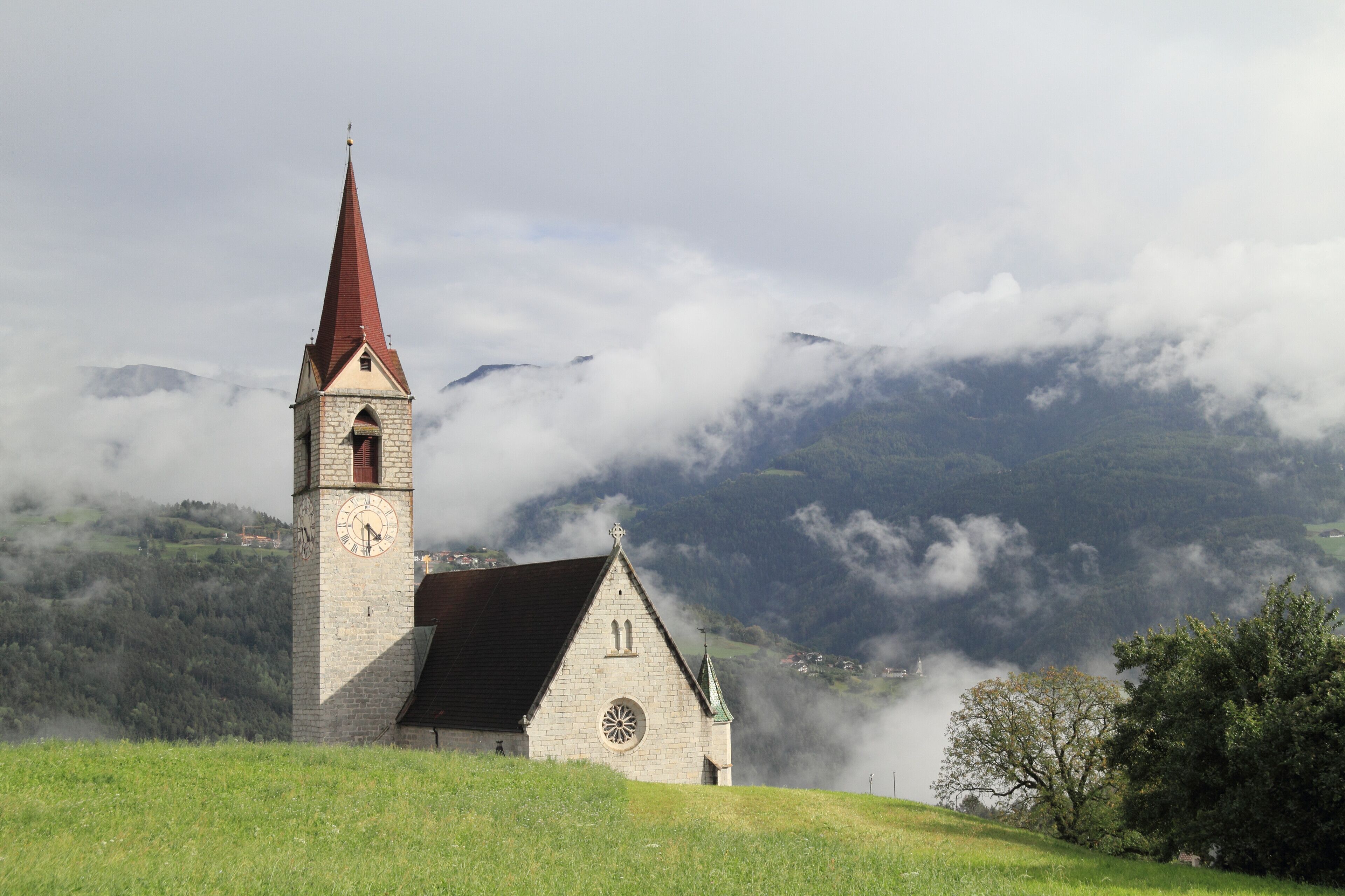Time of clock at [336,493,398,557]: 4:29
